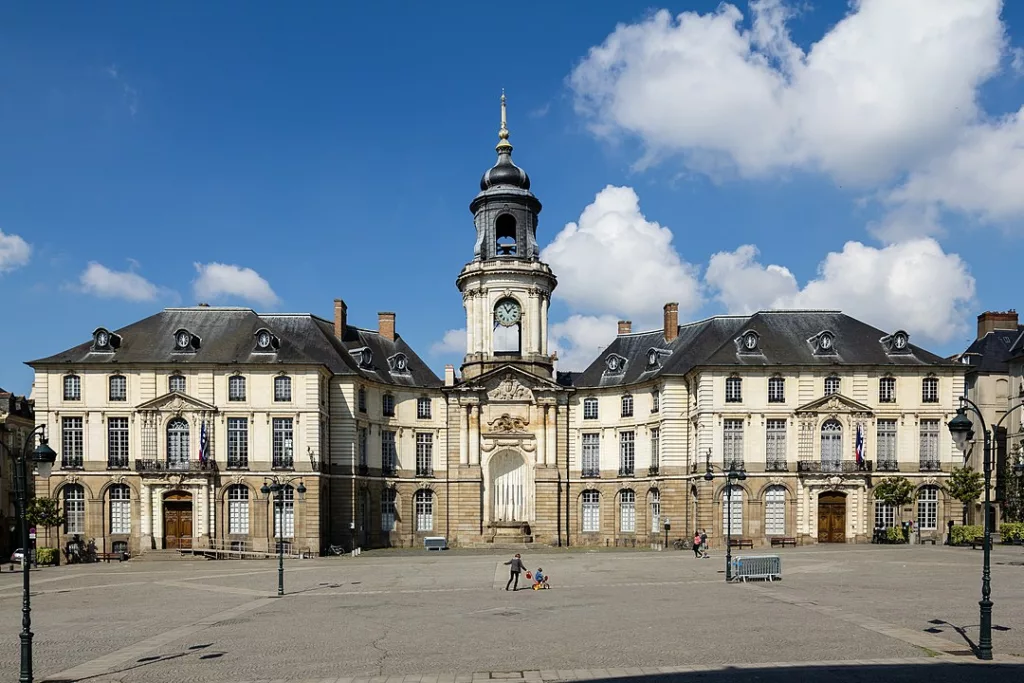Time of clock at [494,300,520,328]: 11:07
